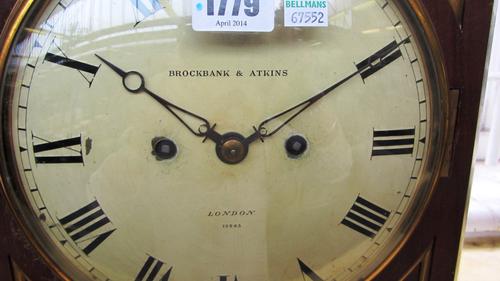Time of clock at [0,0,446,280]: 10:09
